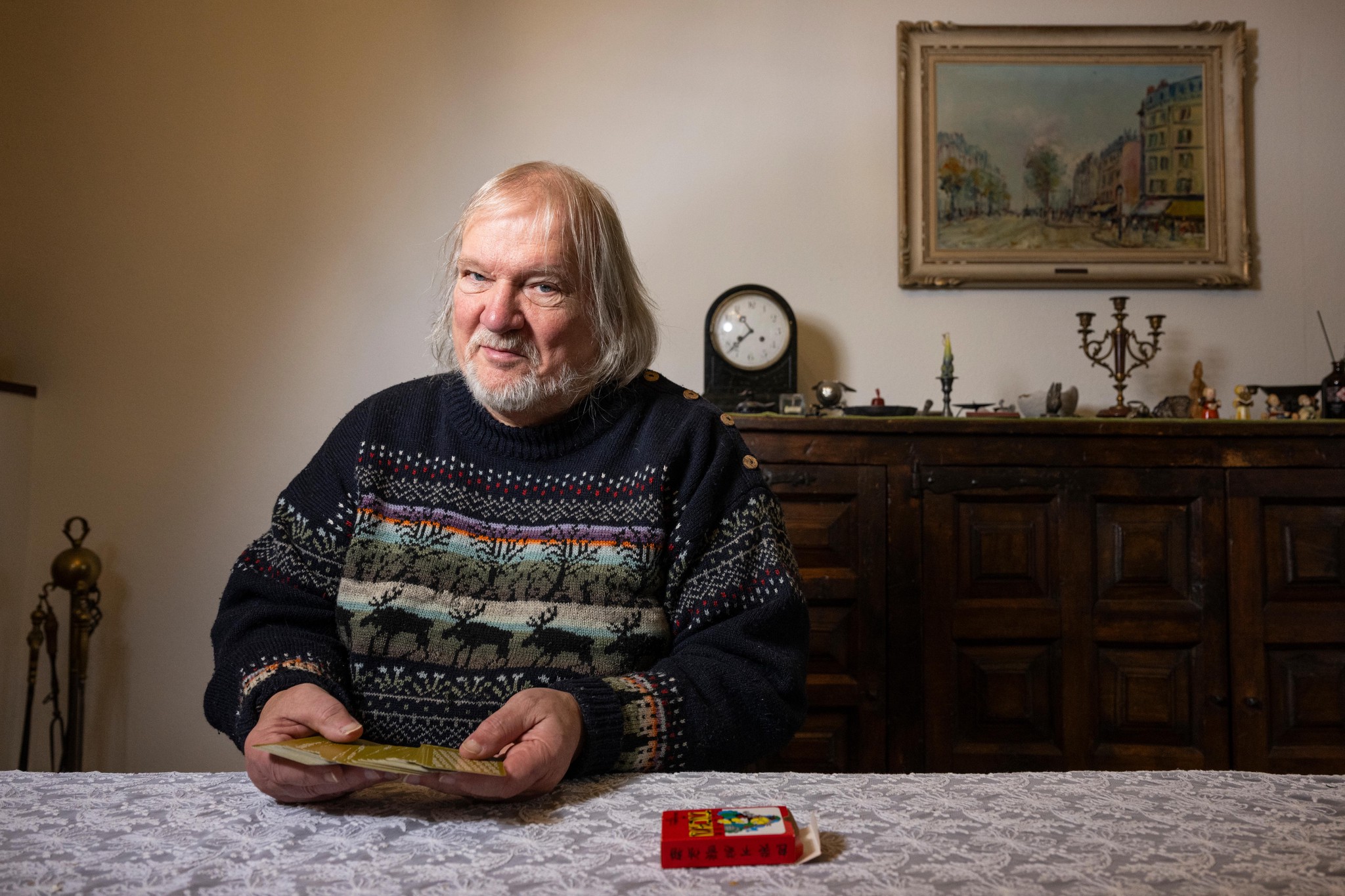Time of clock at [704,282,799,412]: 10:38
